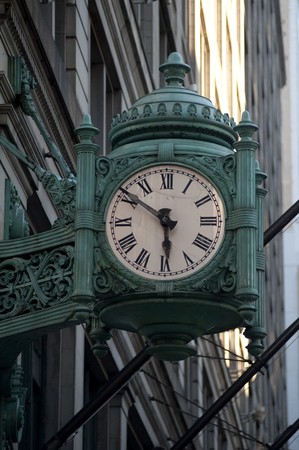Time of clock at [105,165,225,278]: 5:51
